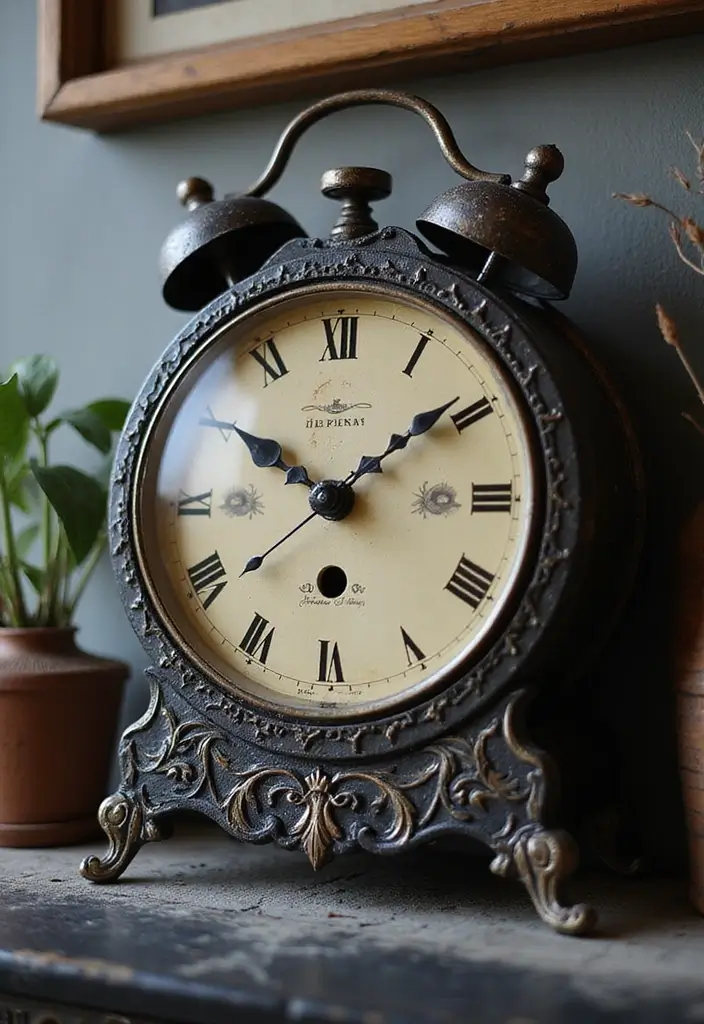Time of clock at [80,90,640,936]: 10:08
